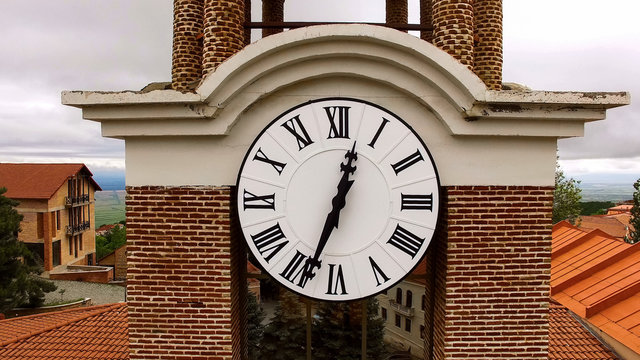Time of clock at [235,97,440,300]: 12:33
